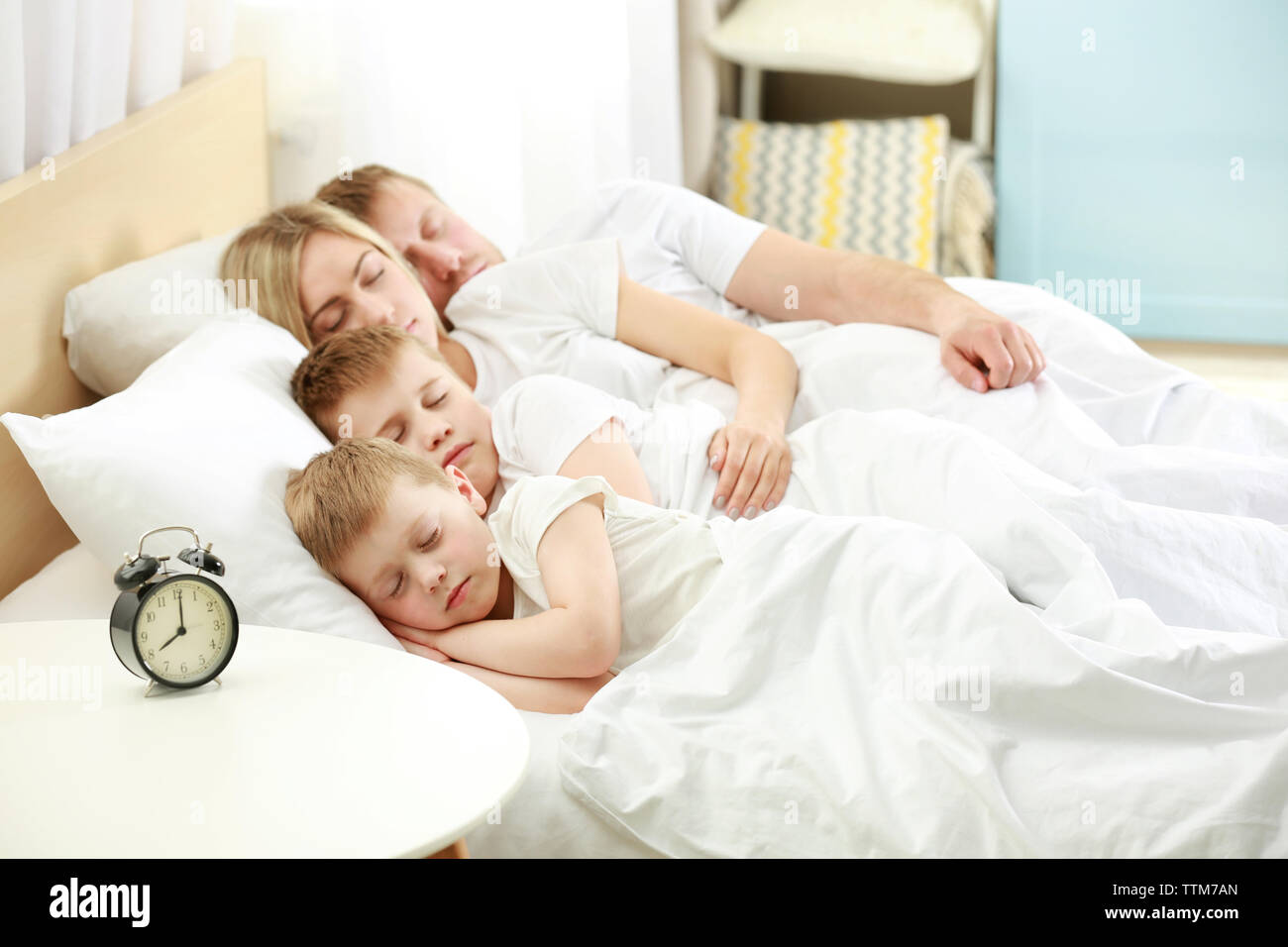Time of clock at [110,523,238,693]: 8:01
